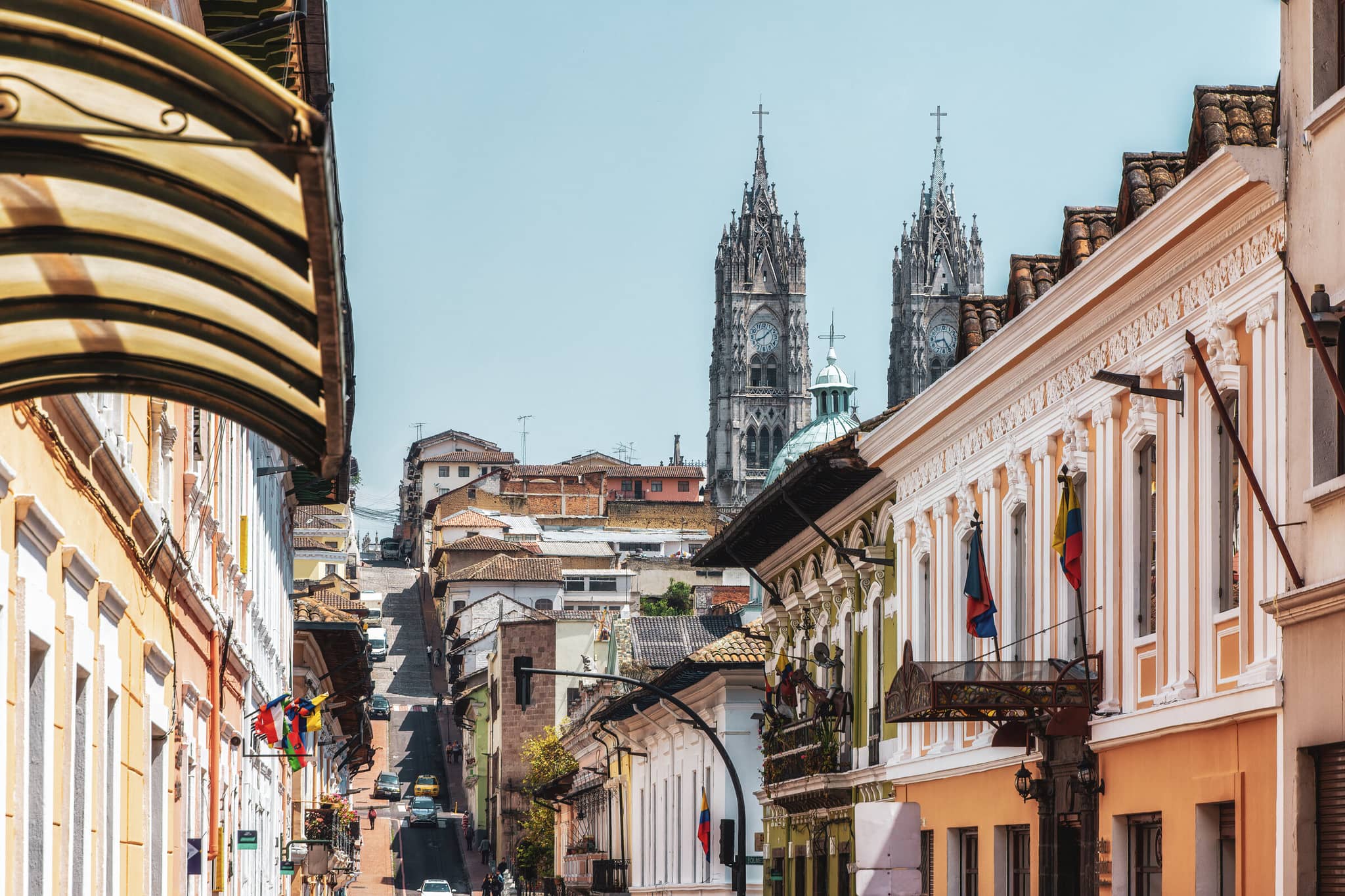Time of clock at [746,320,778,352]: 8:07
